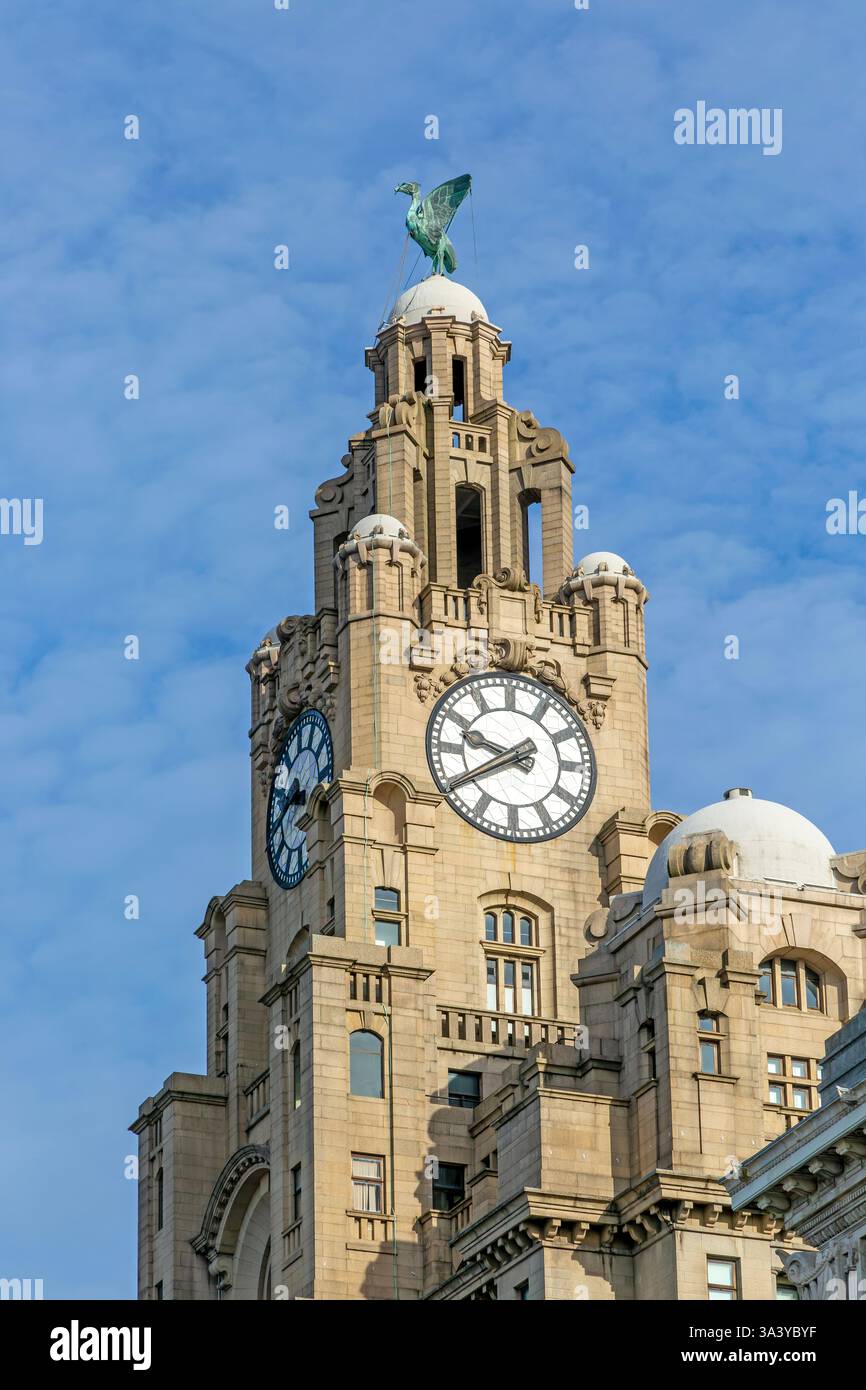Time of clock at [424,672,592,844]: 9:40
